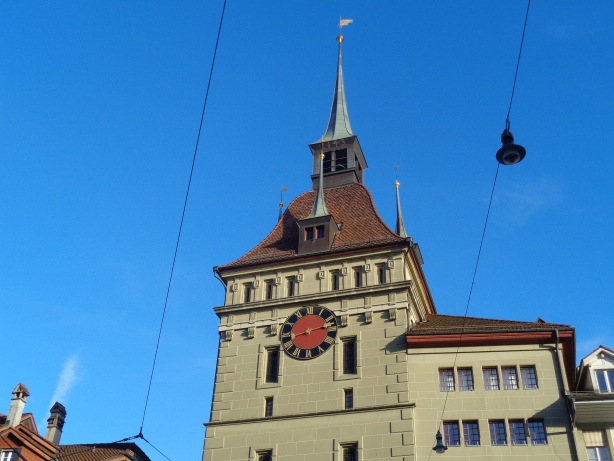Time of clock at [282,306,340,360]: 2:42
